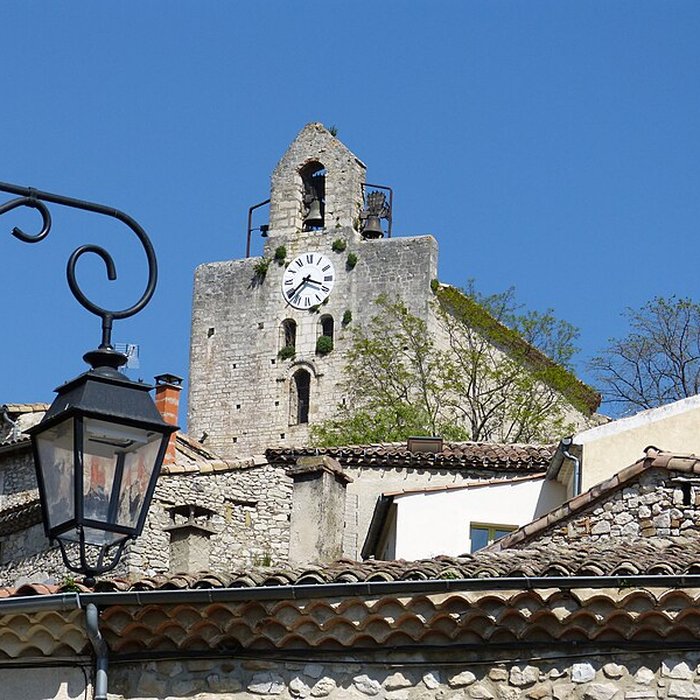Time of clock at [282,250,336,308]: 3:37
